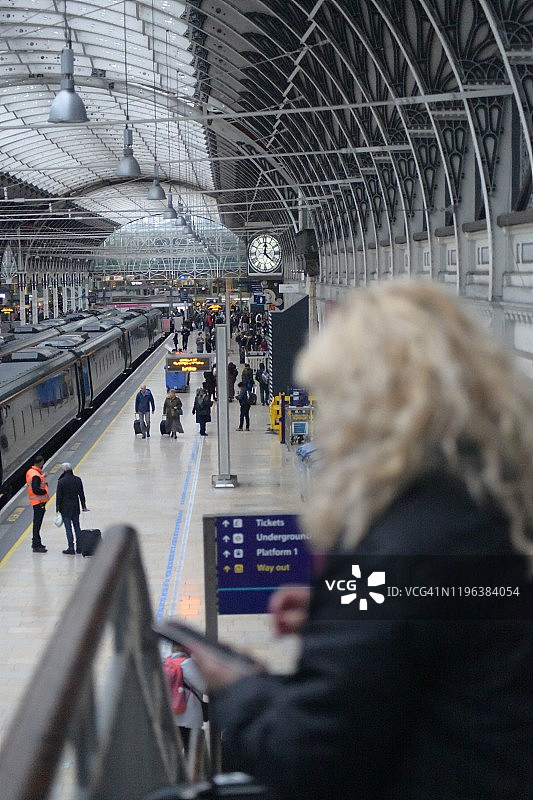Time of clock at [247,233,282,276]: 12:21
